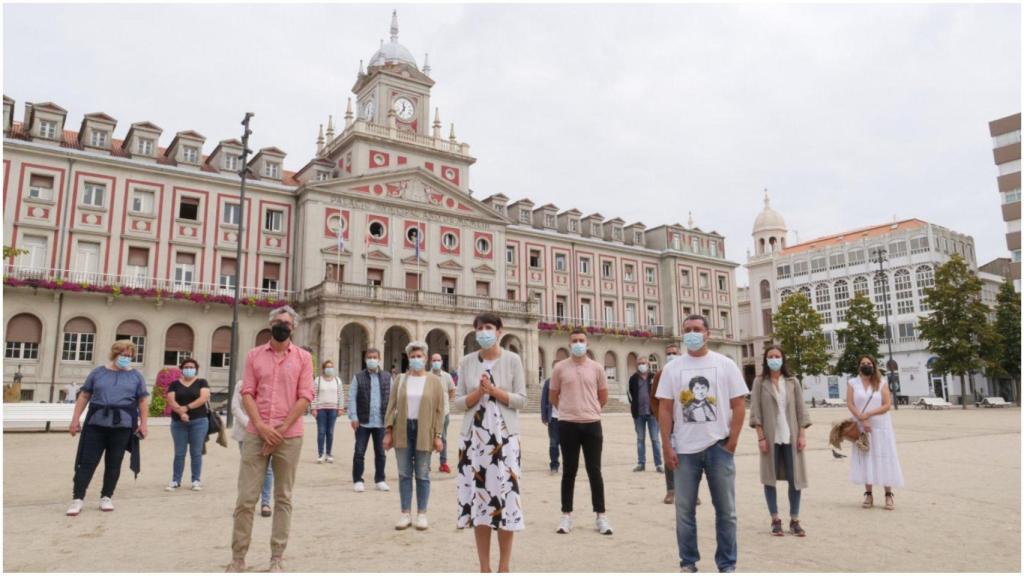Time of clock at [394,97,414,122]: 11:35
